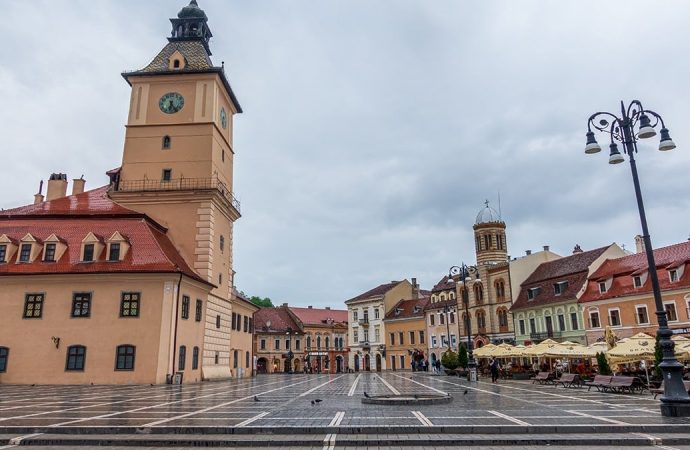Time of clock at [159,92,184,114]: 6:24
